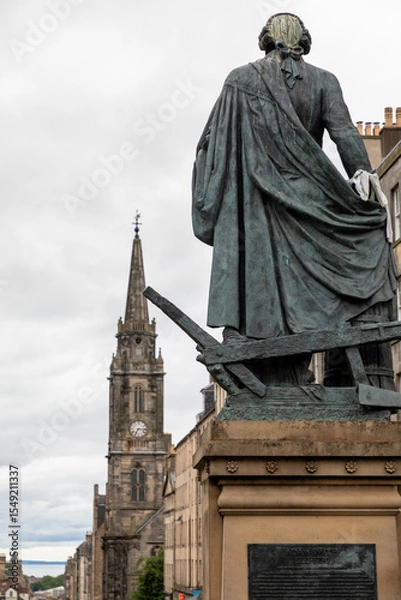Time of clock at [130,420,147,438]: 7:15
